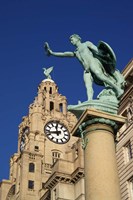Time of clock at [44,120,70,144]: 11:42
